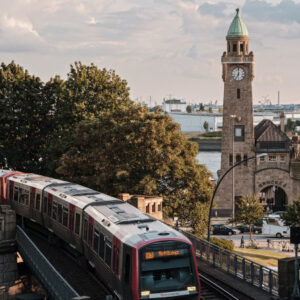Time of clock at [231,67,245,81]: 7:00
